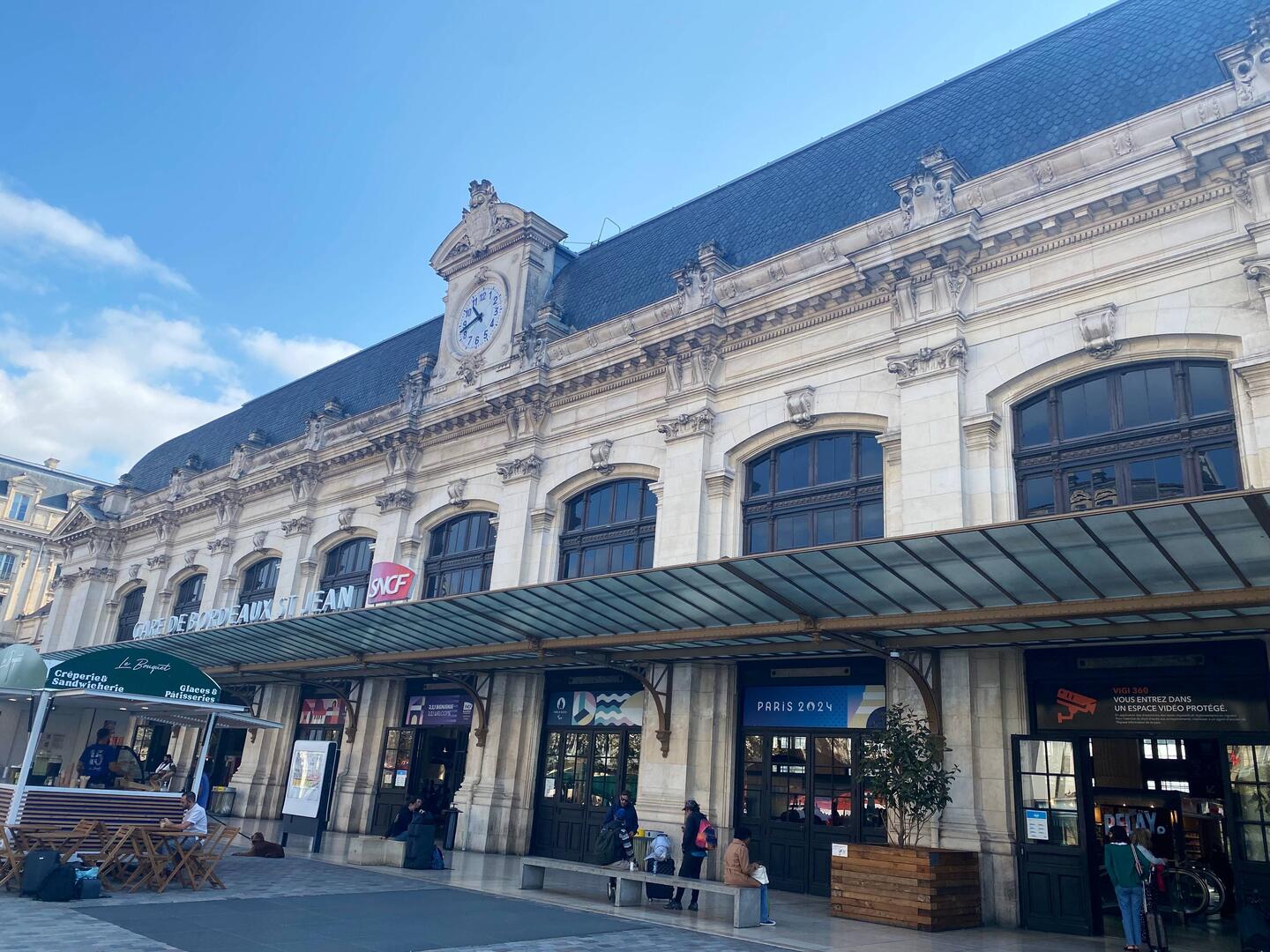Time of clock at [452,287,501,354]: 10:42
